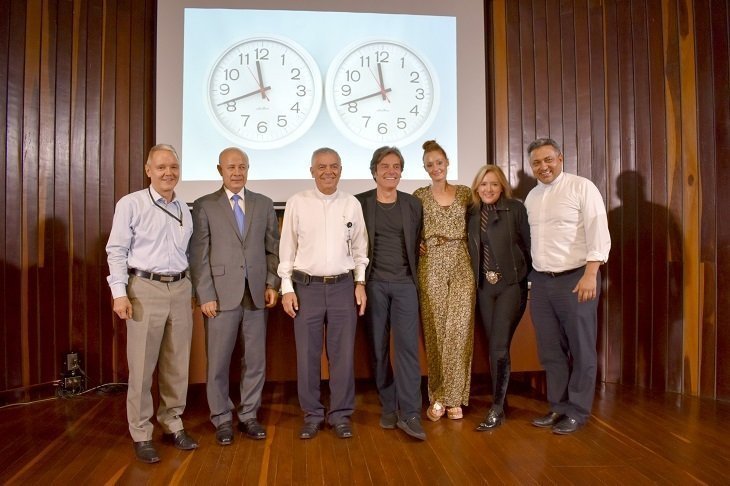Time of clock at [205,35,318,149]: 11:41
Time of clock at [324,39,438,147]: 11:41
